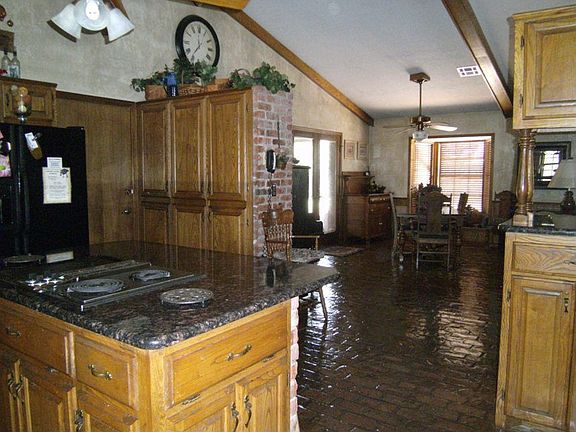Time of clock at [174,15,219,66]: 11:36
